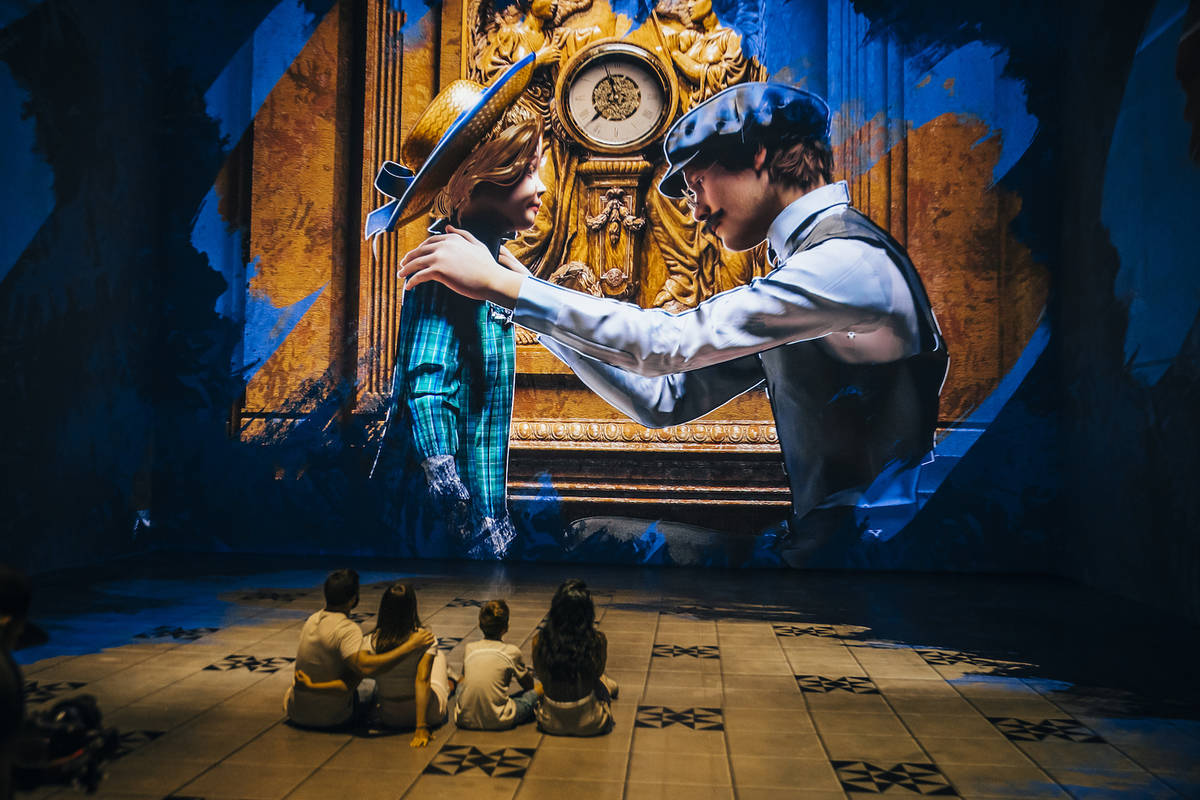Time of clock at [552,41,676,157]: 11:37
